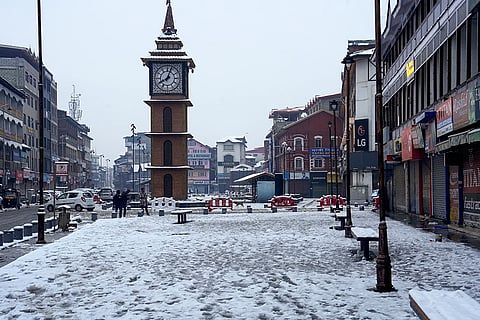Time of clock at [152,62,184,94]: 8:03
